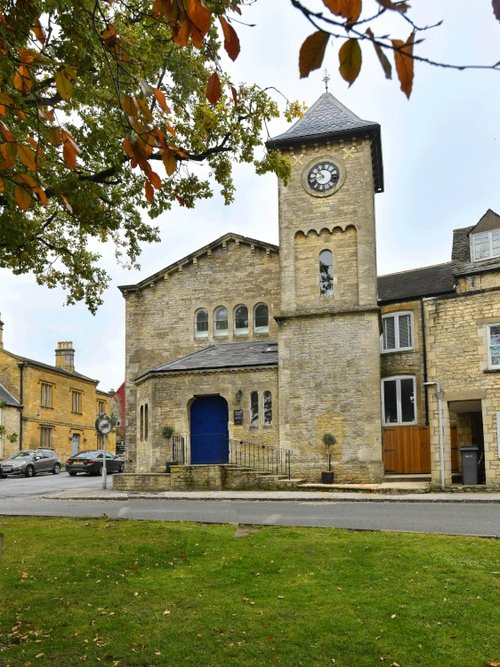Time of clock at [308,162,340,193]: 10:42
